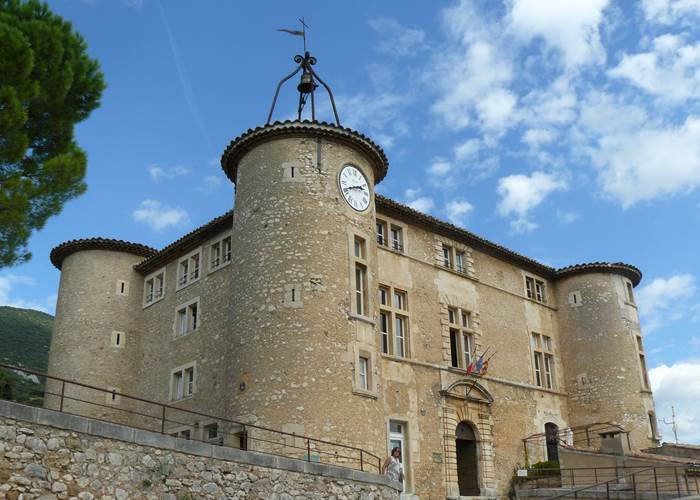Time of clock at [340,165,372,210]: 2:41
